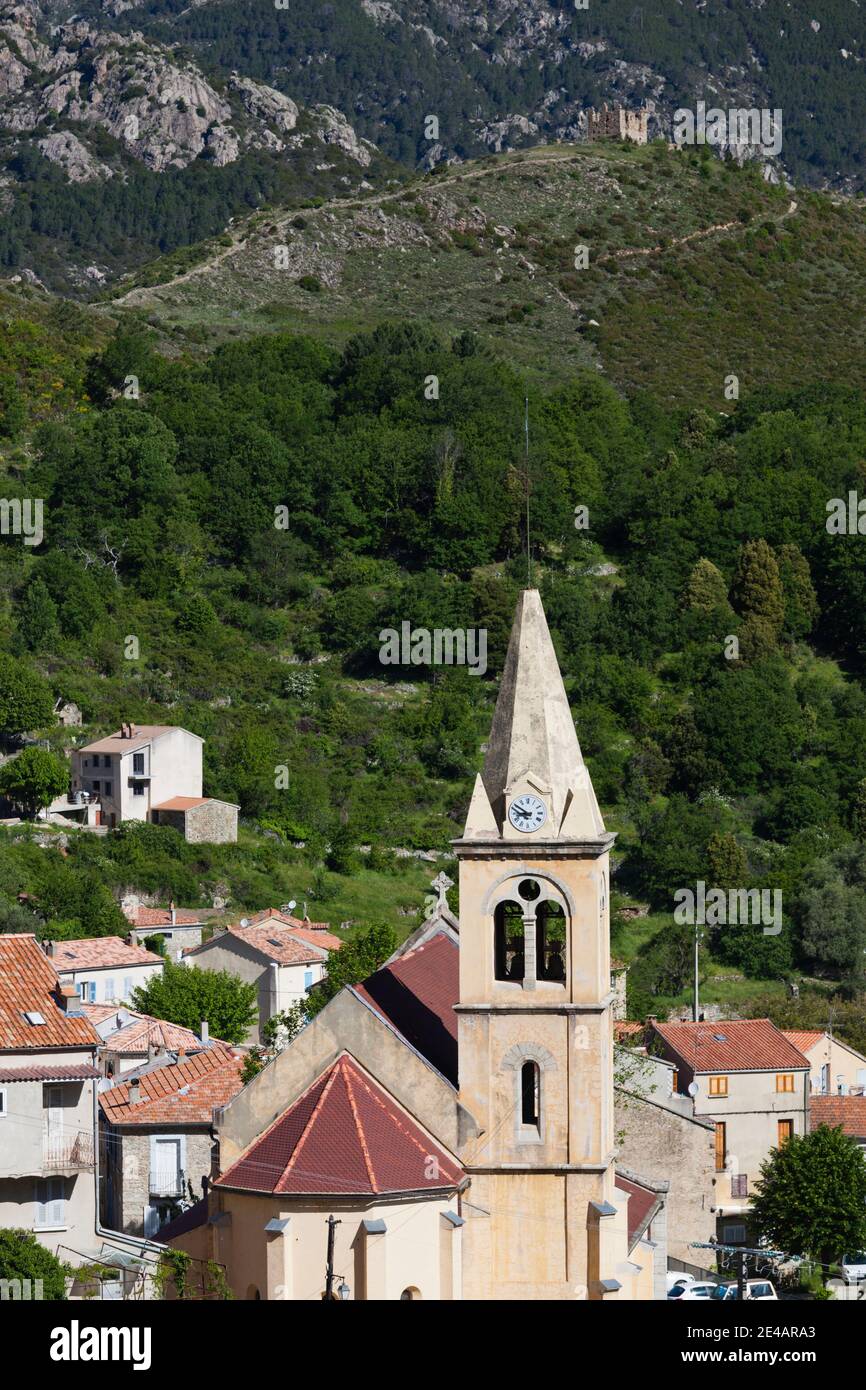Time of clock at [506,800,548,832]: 8:50
